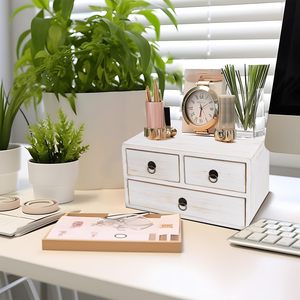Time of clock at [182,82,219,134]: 6:10
